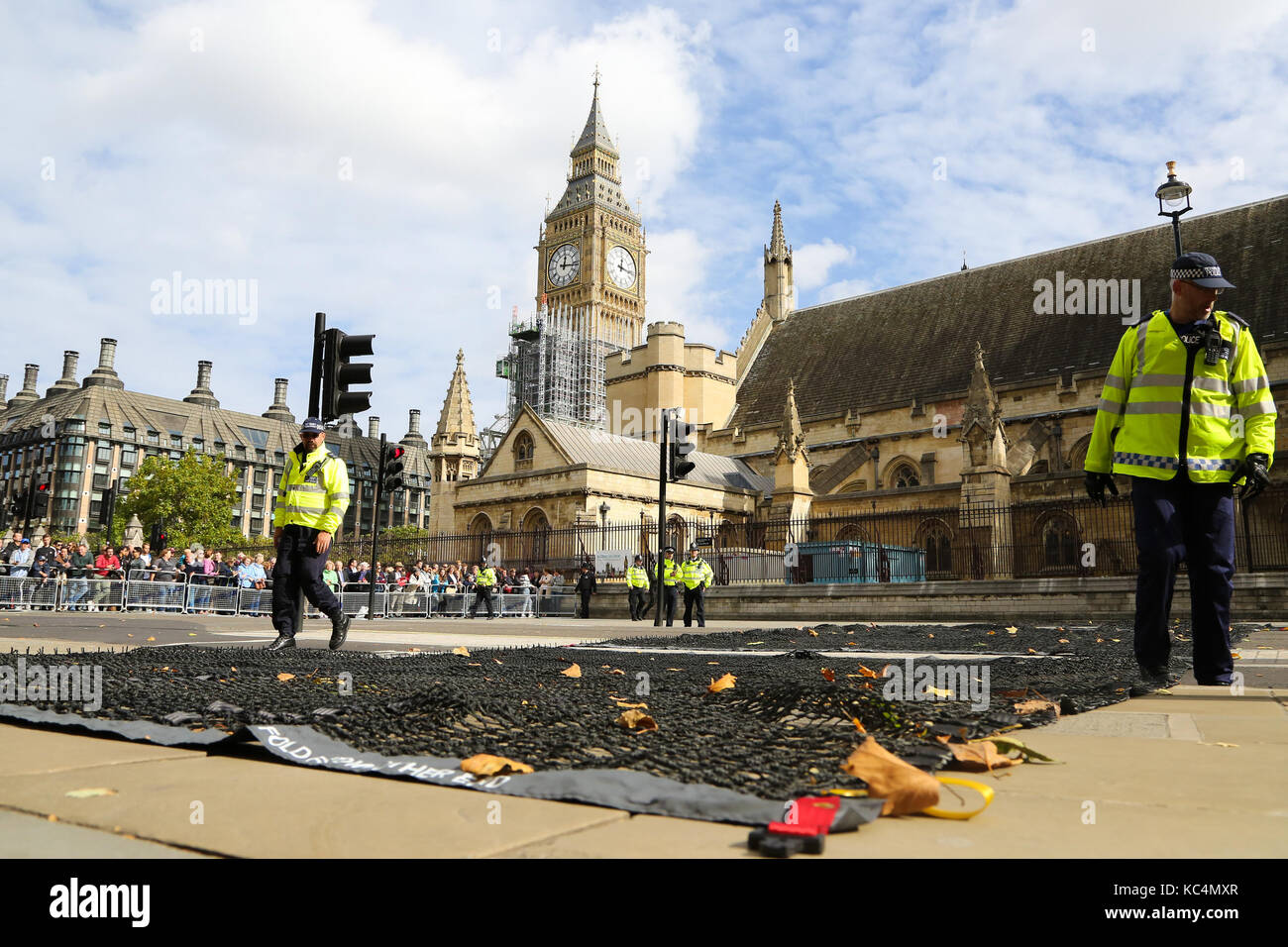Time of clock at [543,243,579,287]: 12:16
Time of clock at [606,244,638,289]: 12:16
